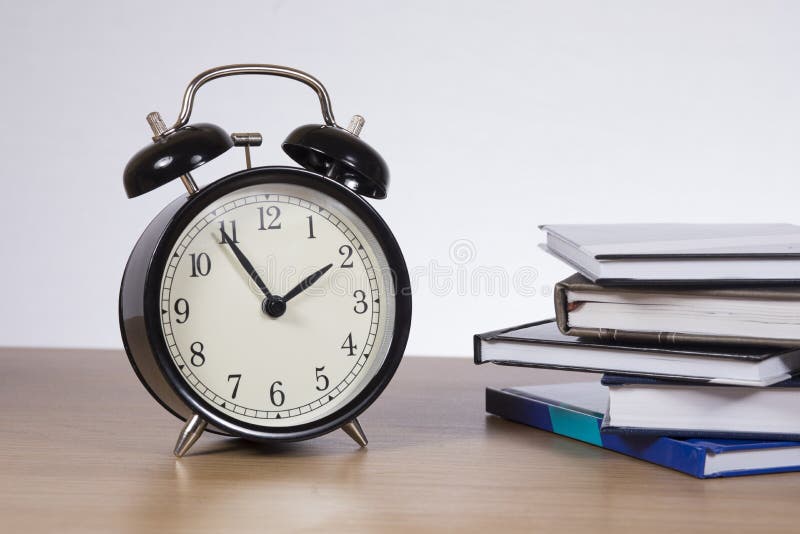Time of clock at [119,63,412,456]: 1:54
